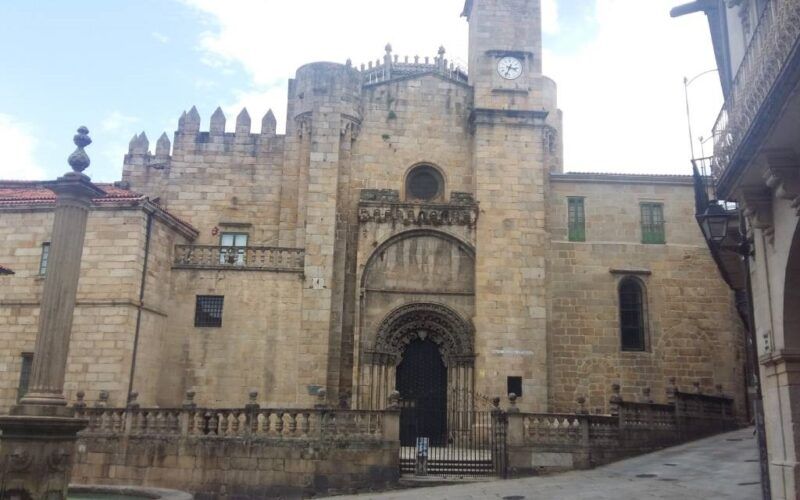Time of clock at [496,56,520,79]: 3:33
